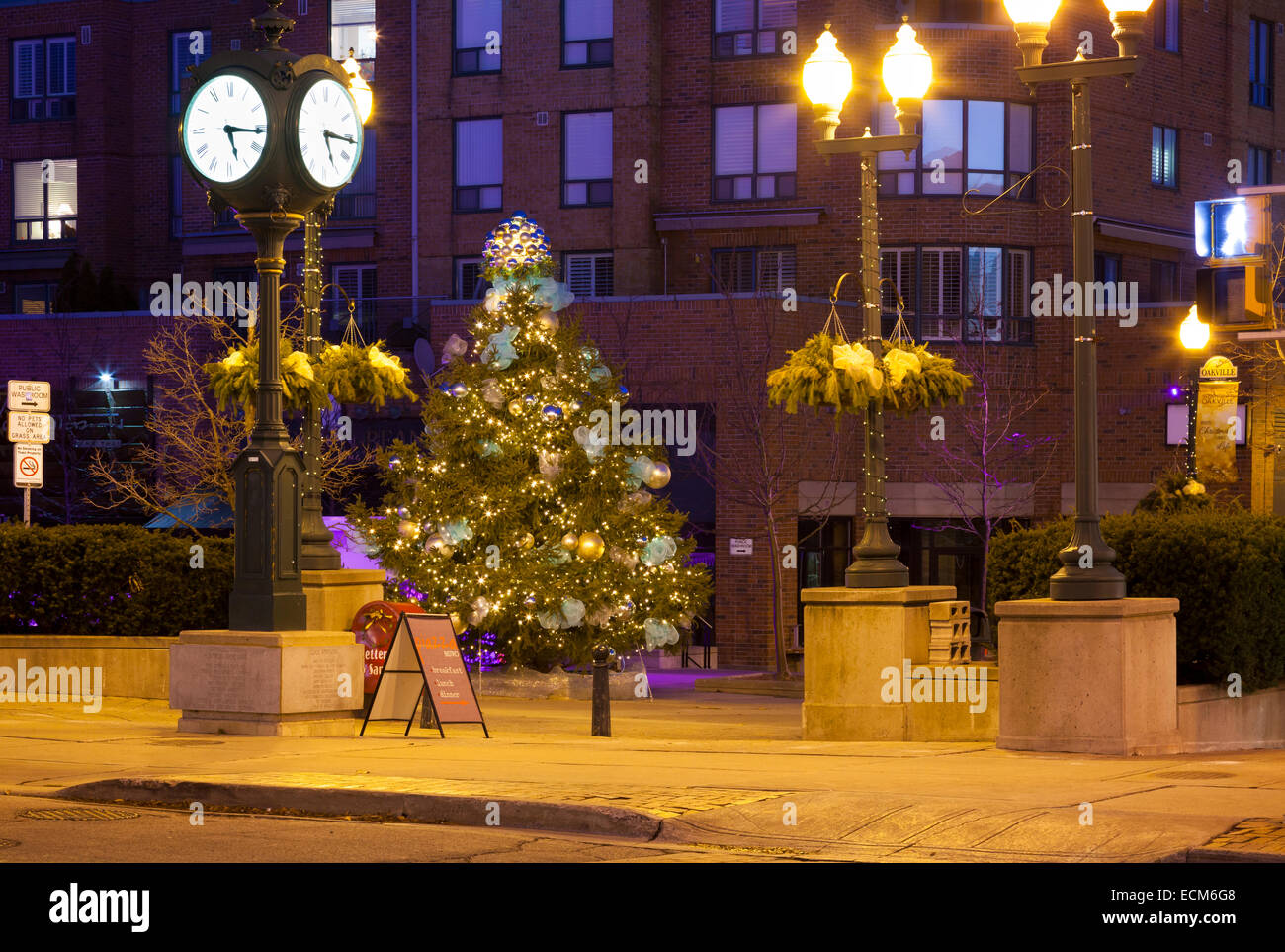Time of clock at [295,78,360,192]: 5:15
